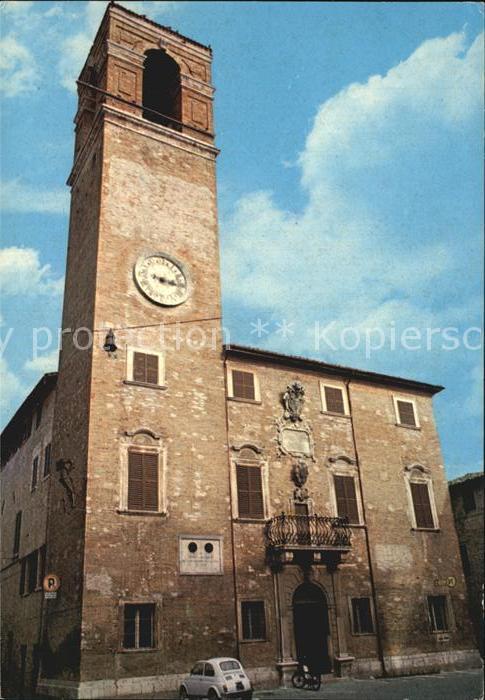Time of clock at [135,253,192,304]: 3:16
